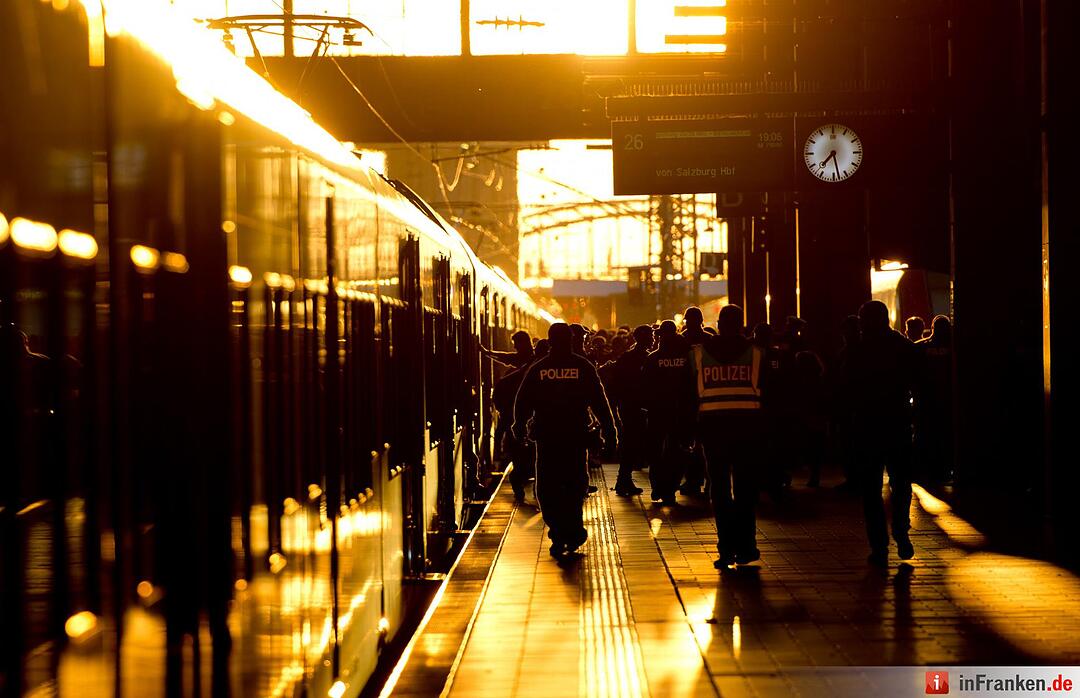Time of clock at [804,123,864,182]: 7:28
